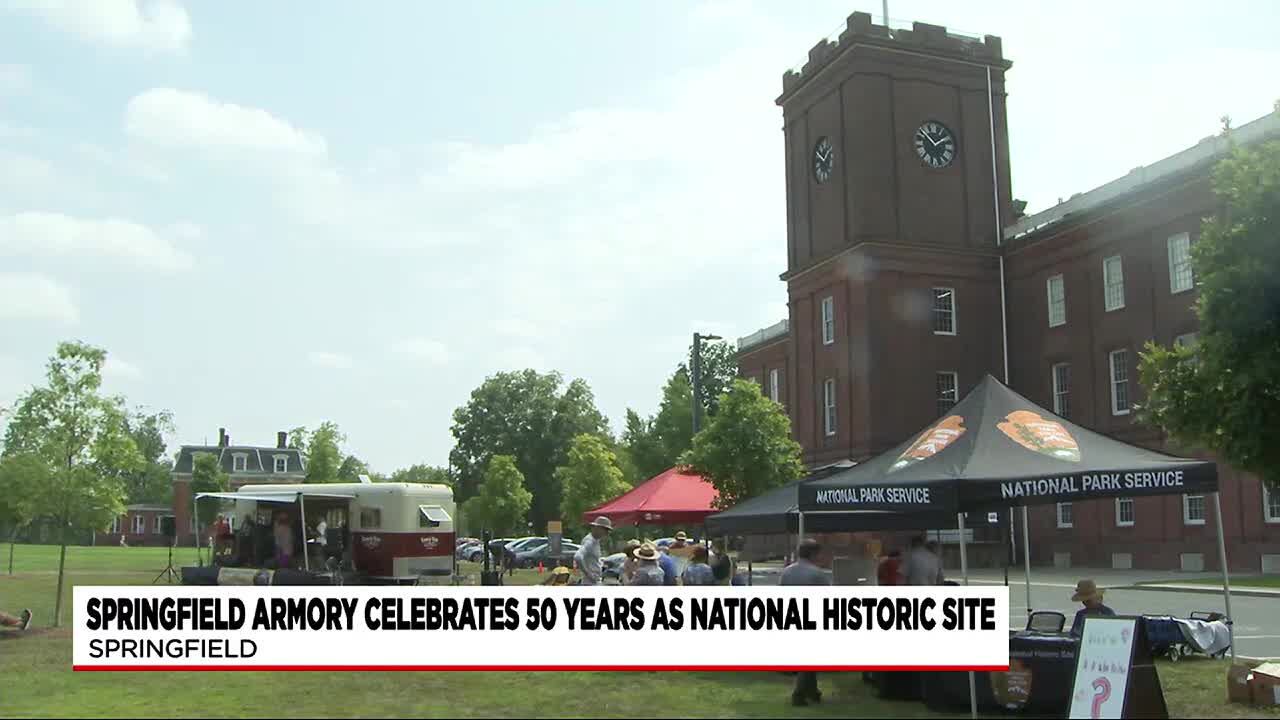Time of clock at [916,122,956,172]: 1:50
